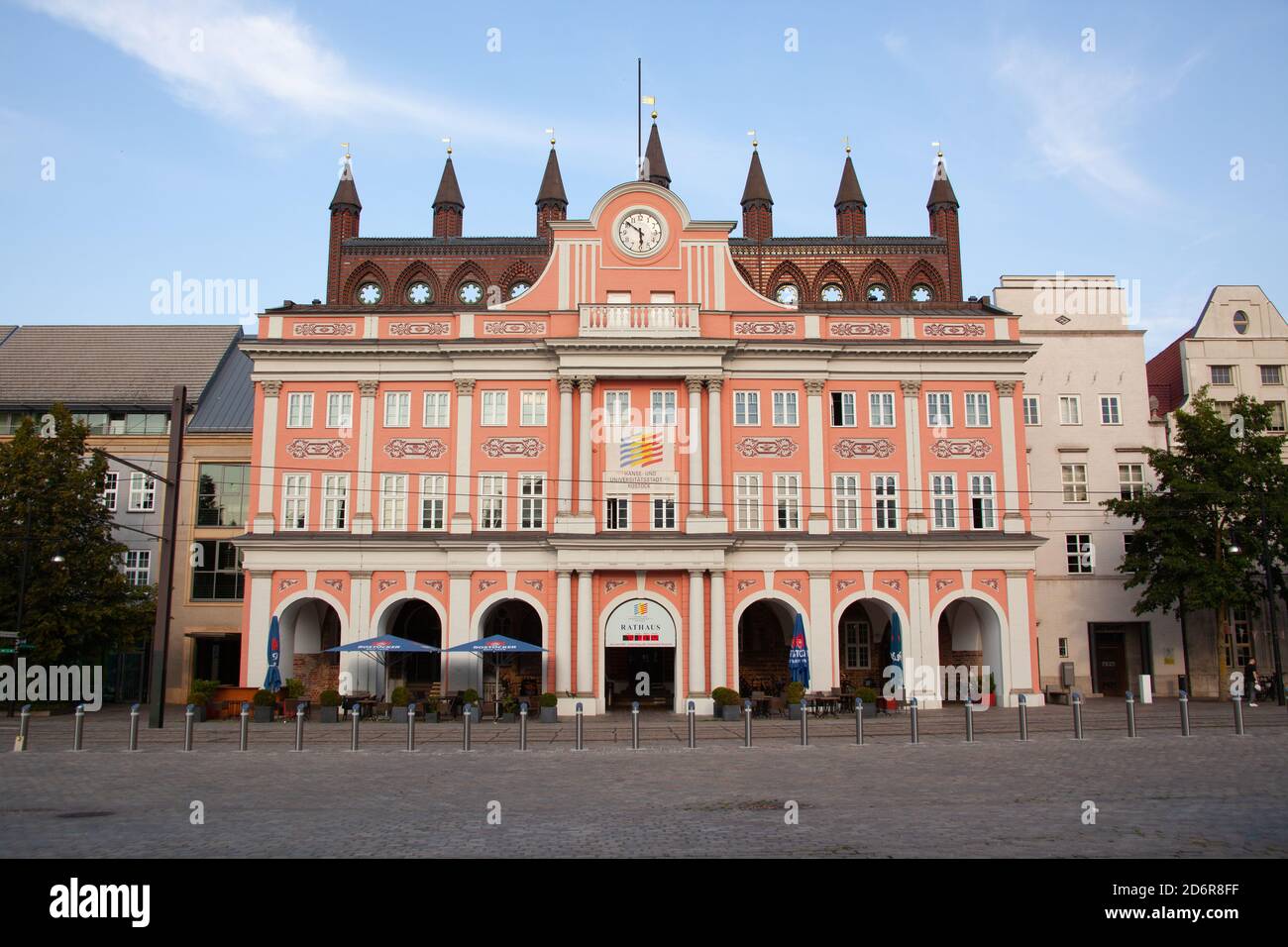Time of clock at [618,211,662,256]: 5:51
